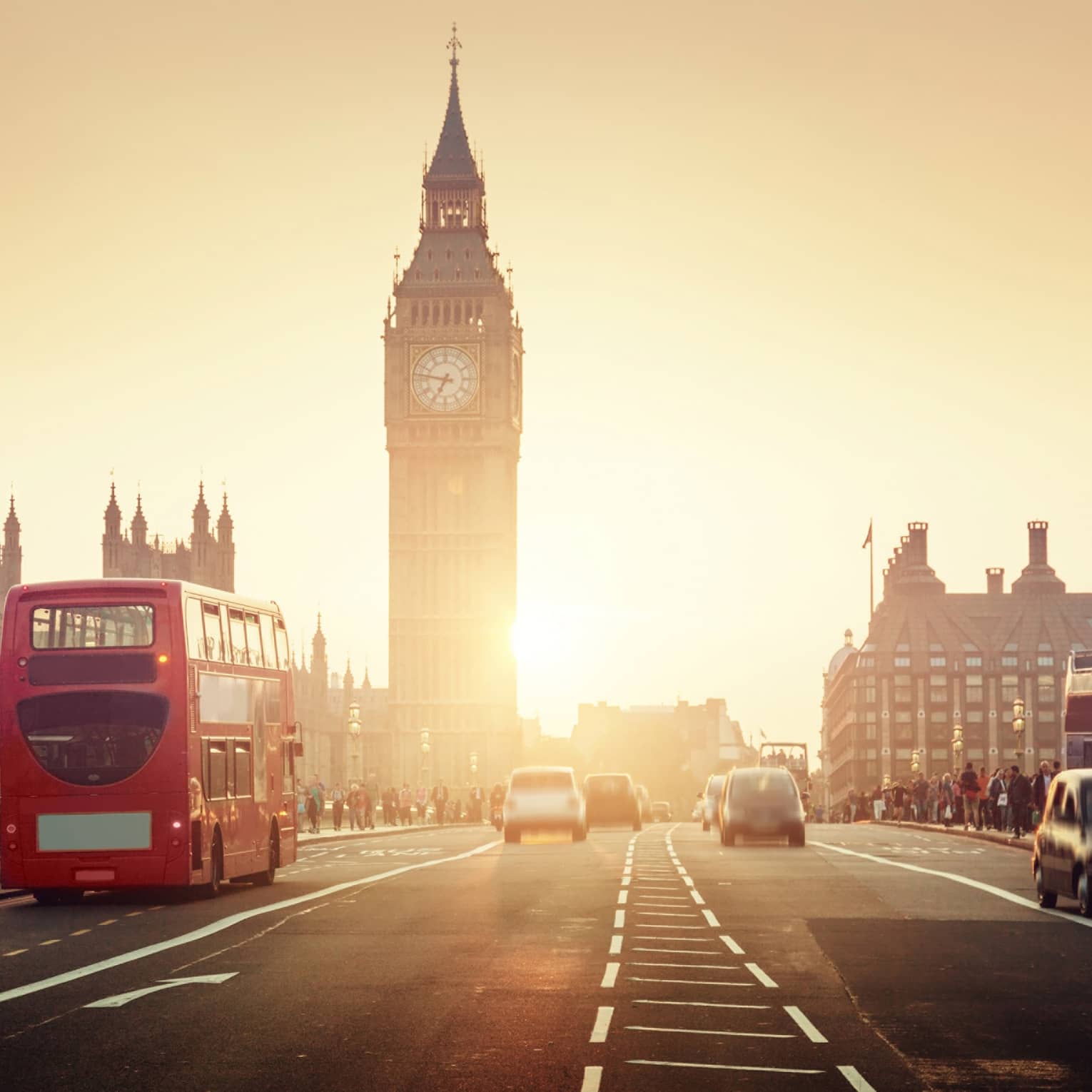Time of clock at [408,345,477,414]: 6:47
